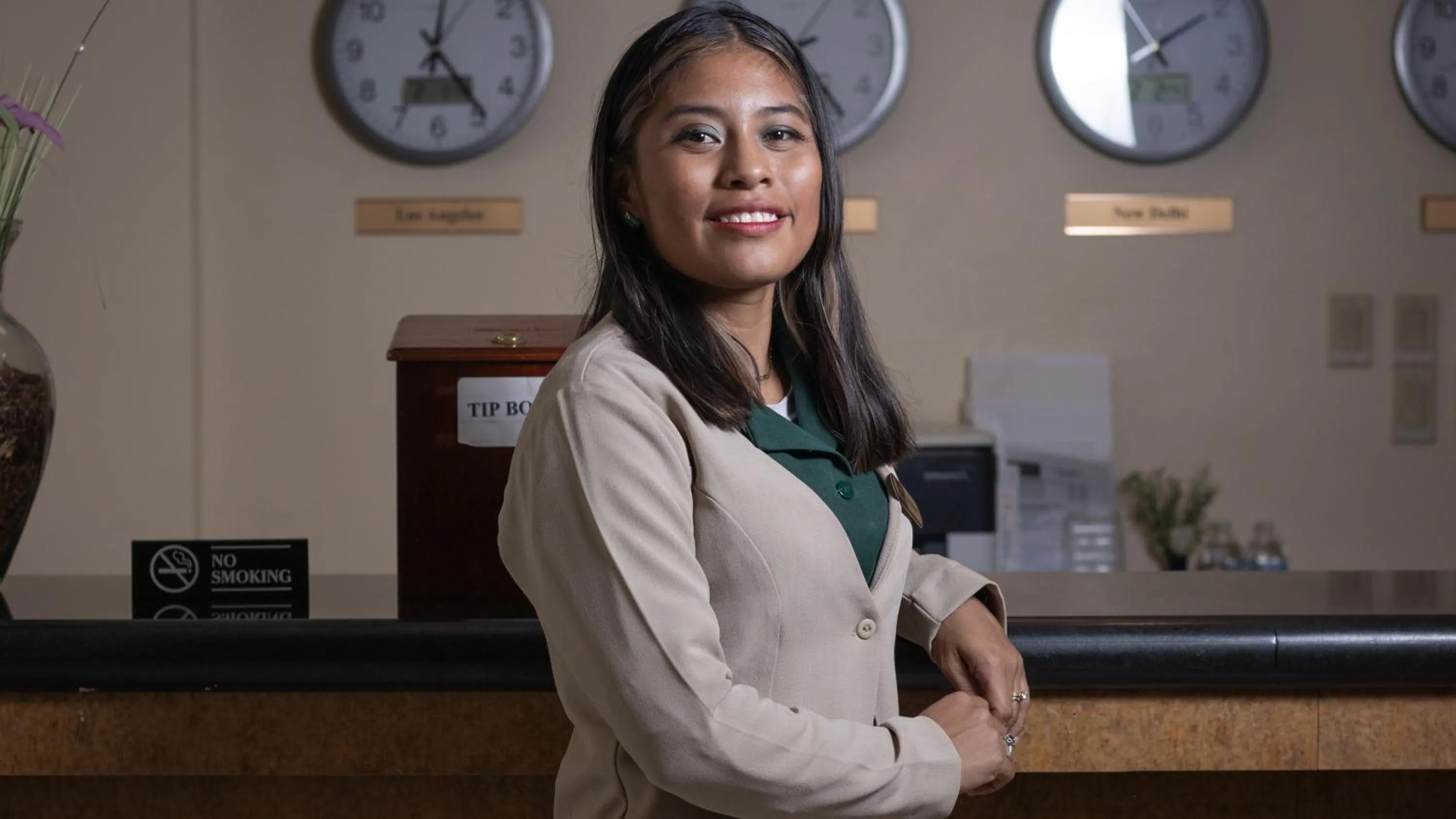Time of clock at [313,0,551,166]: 12:24
